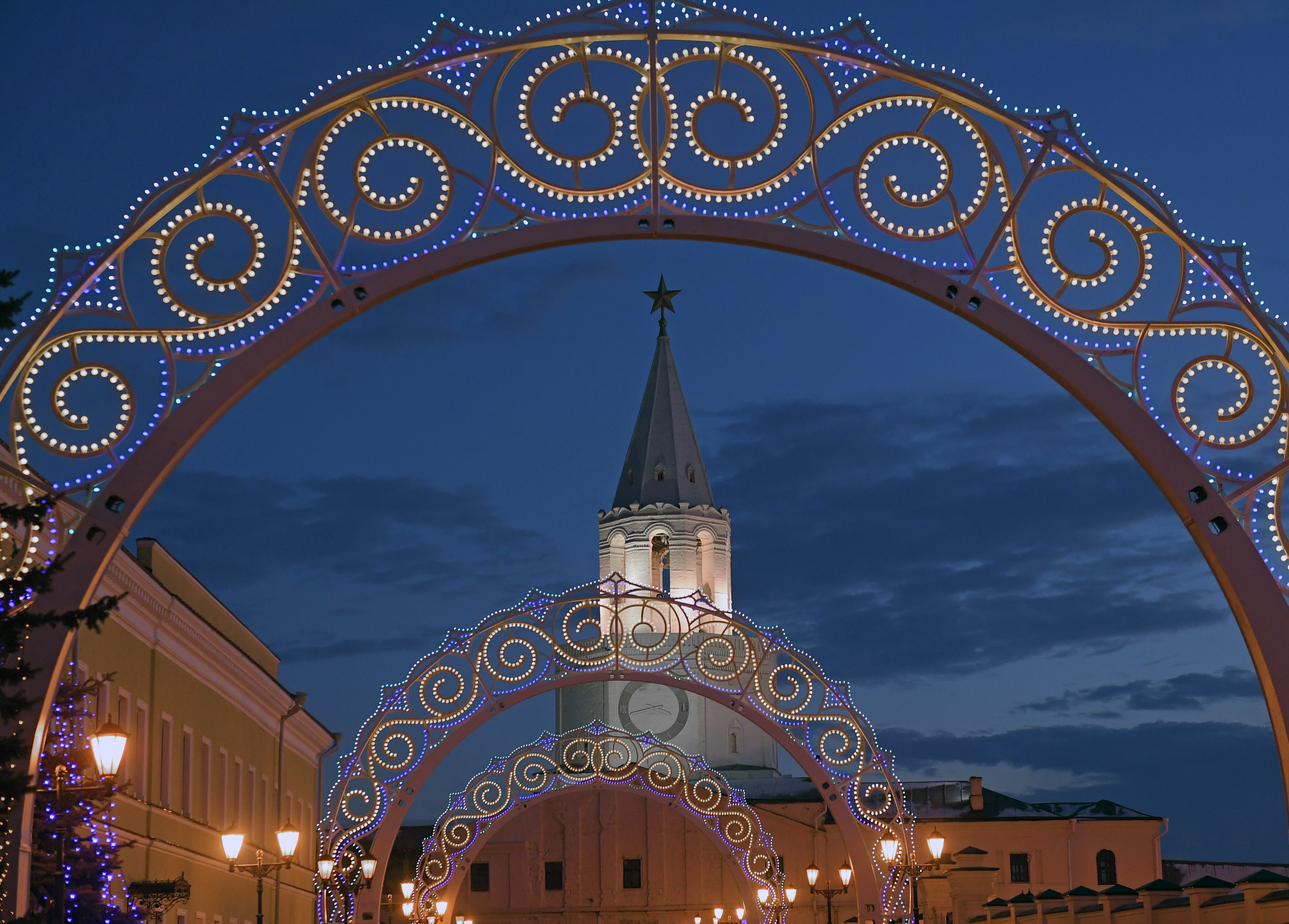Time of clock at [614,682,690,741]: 3:42
